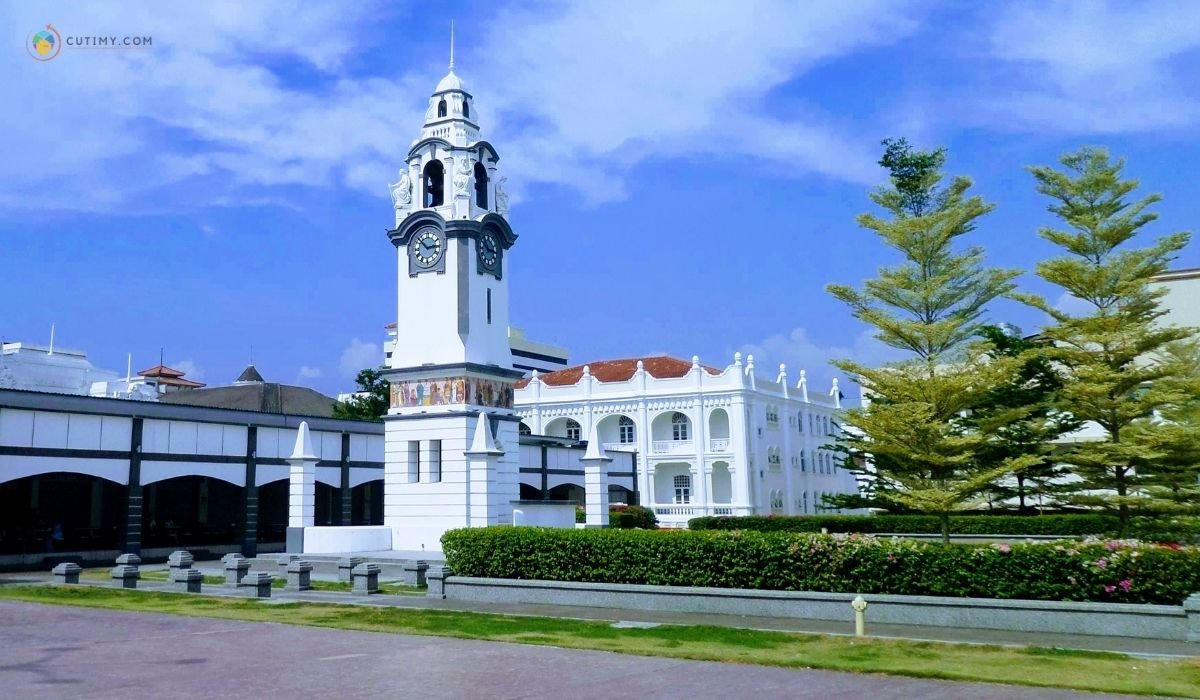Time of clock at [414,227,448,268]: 2:52
